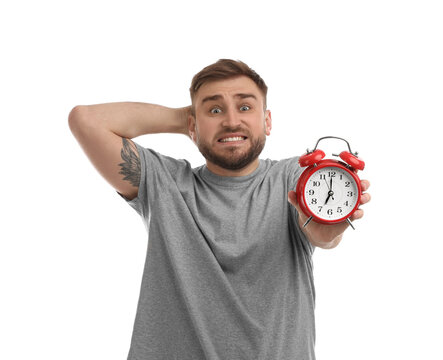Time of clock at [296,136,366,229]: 7:00
